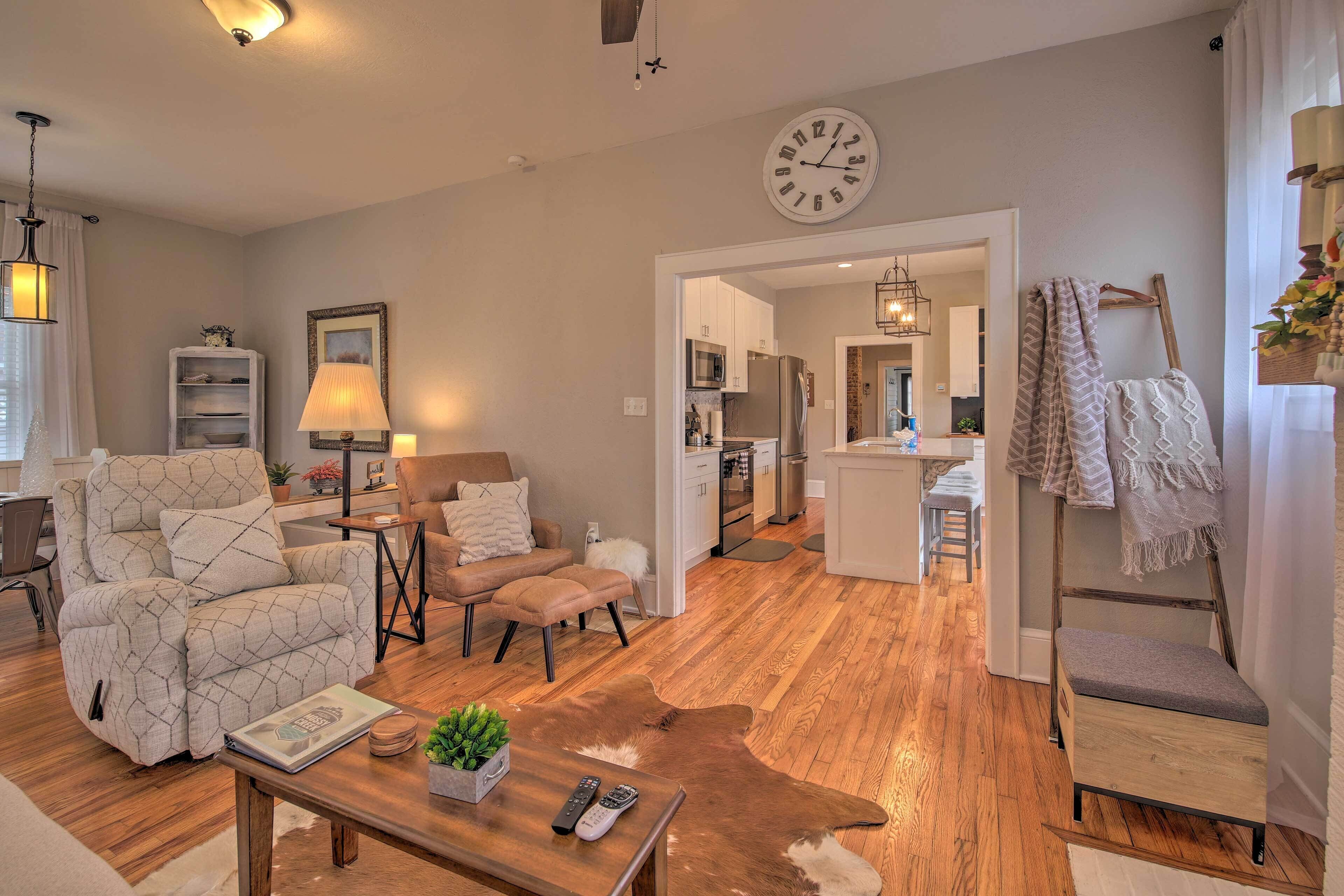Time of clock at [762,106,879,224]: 1:17
